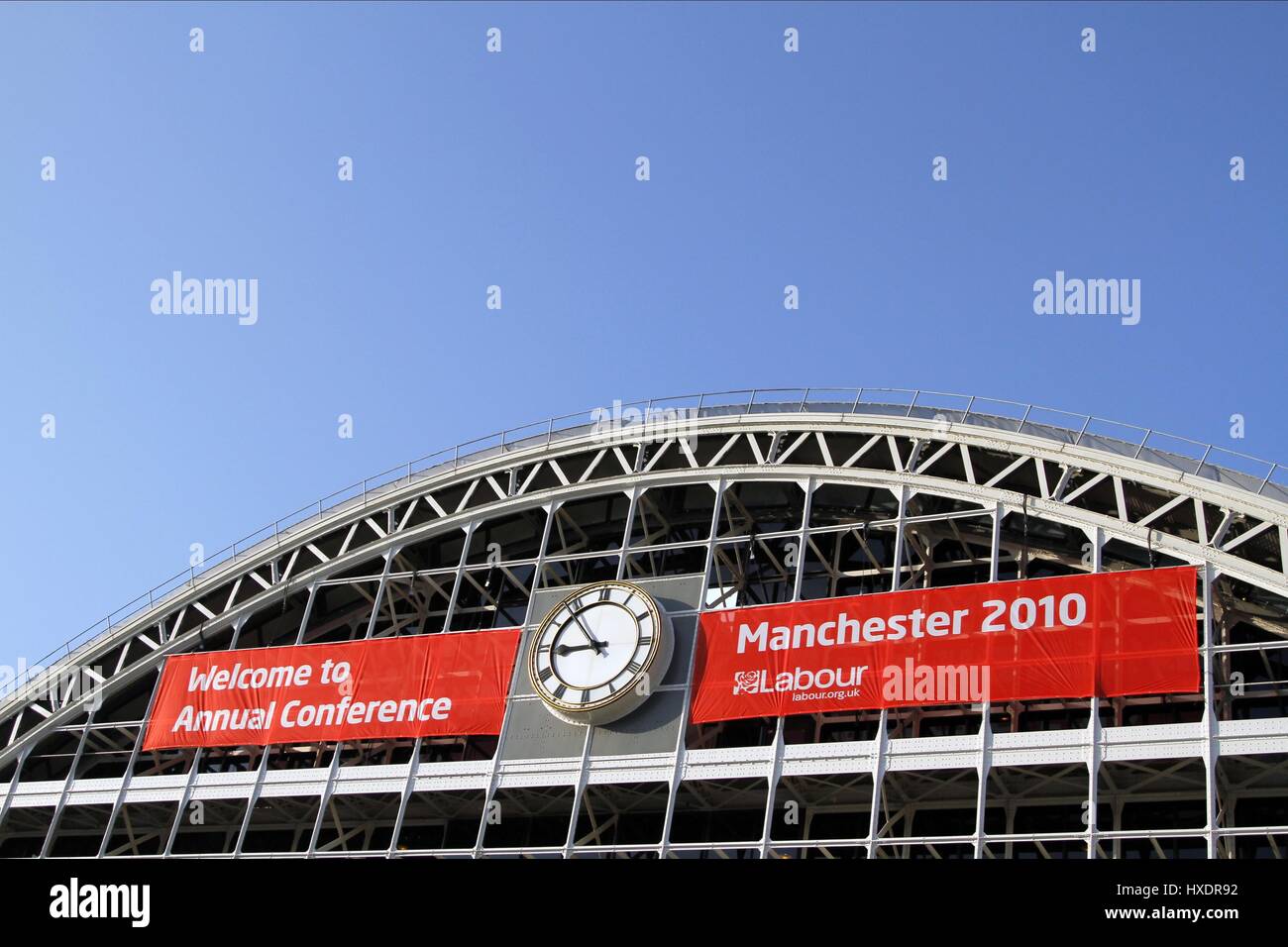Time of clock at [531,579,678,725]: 8:53
